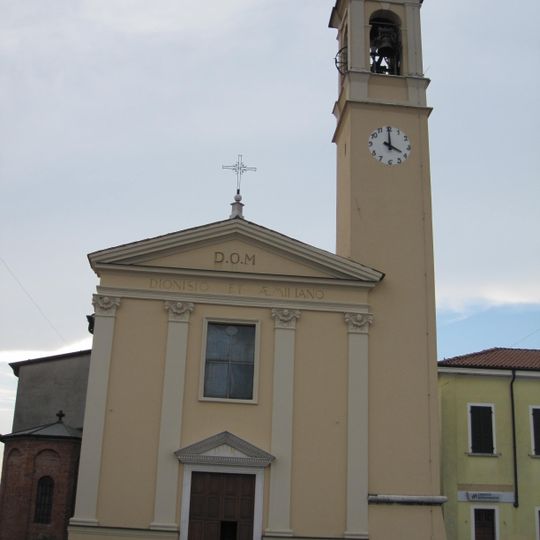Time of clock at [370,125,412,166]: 3:59
